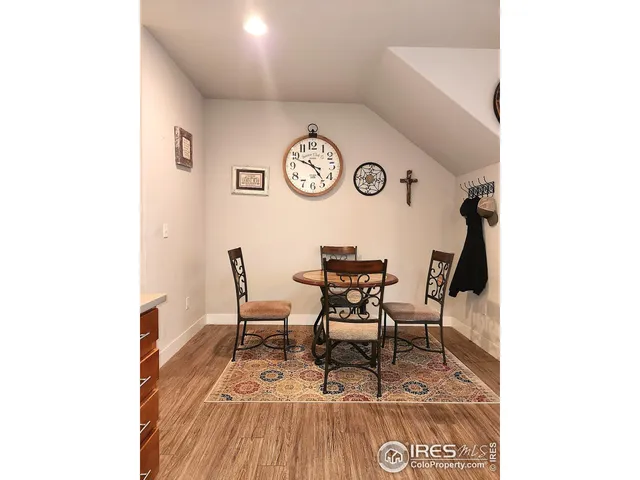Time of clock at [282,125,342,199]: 4:48
